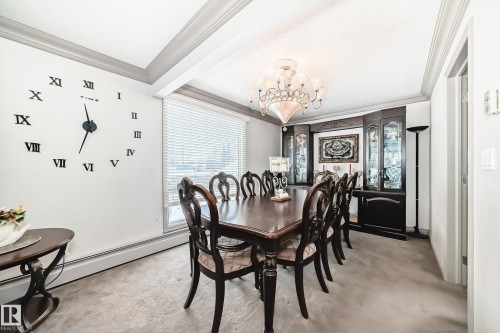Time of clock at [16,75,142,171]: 11:32
